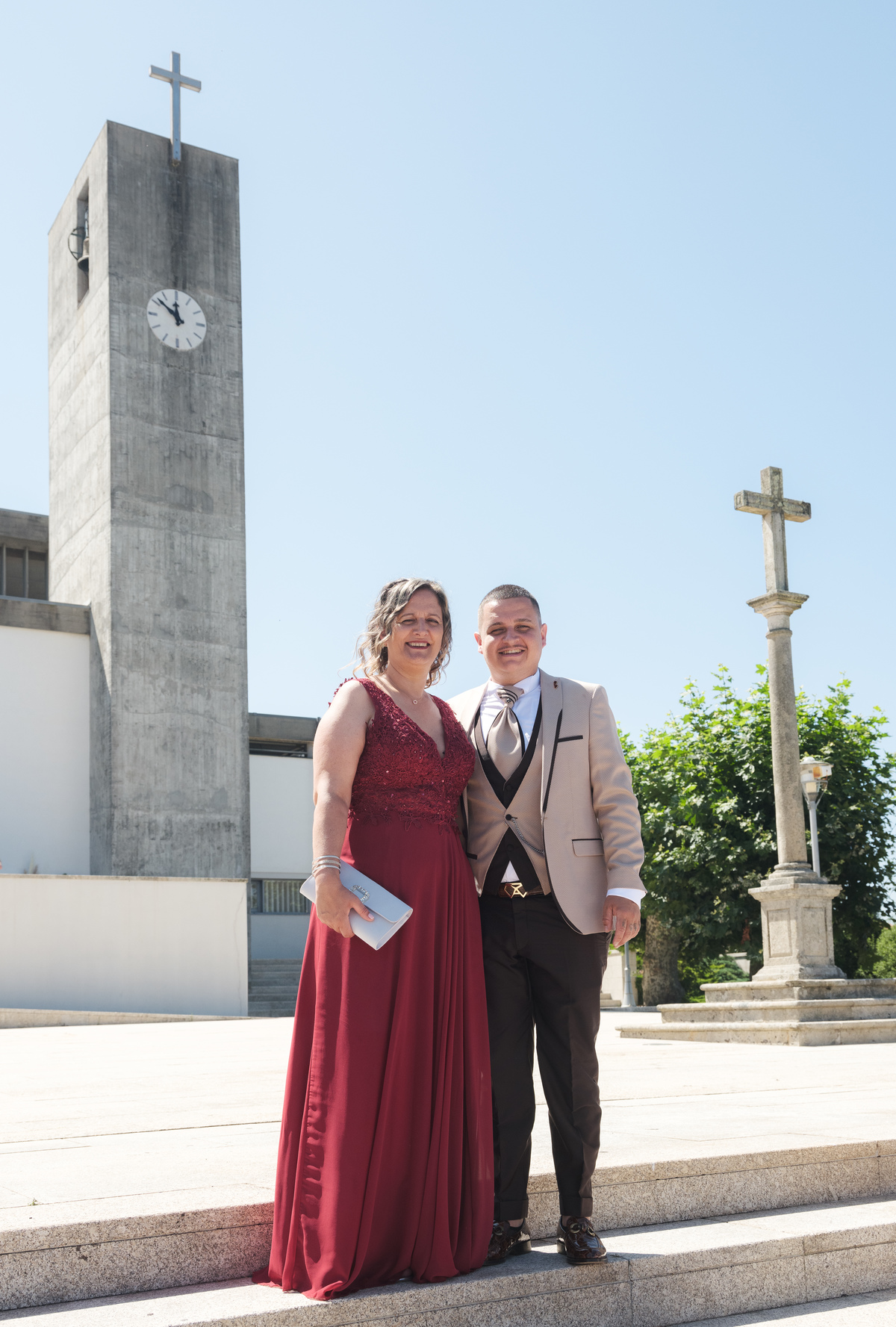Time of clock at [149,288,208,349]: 11:51
